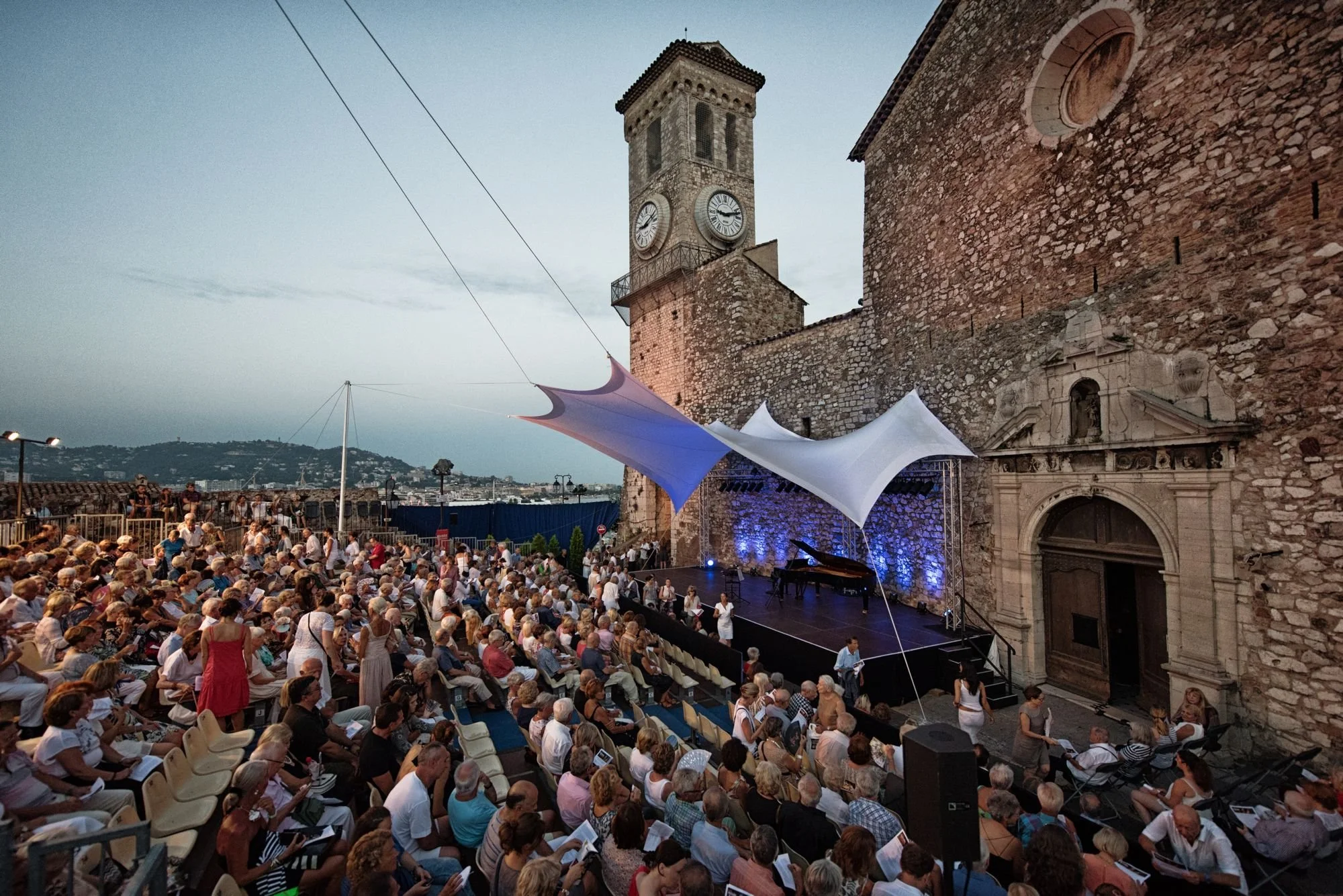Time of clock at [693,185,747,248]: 9:12
